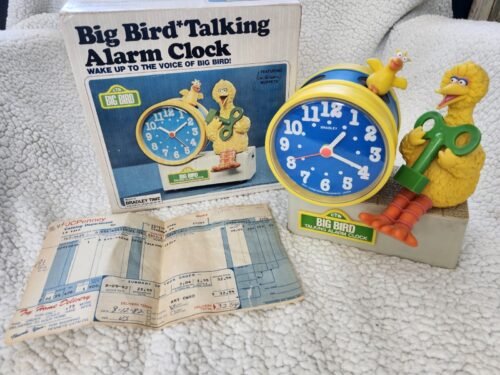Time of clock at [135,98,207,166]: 10:09
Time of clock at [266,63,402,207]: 1:19
